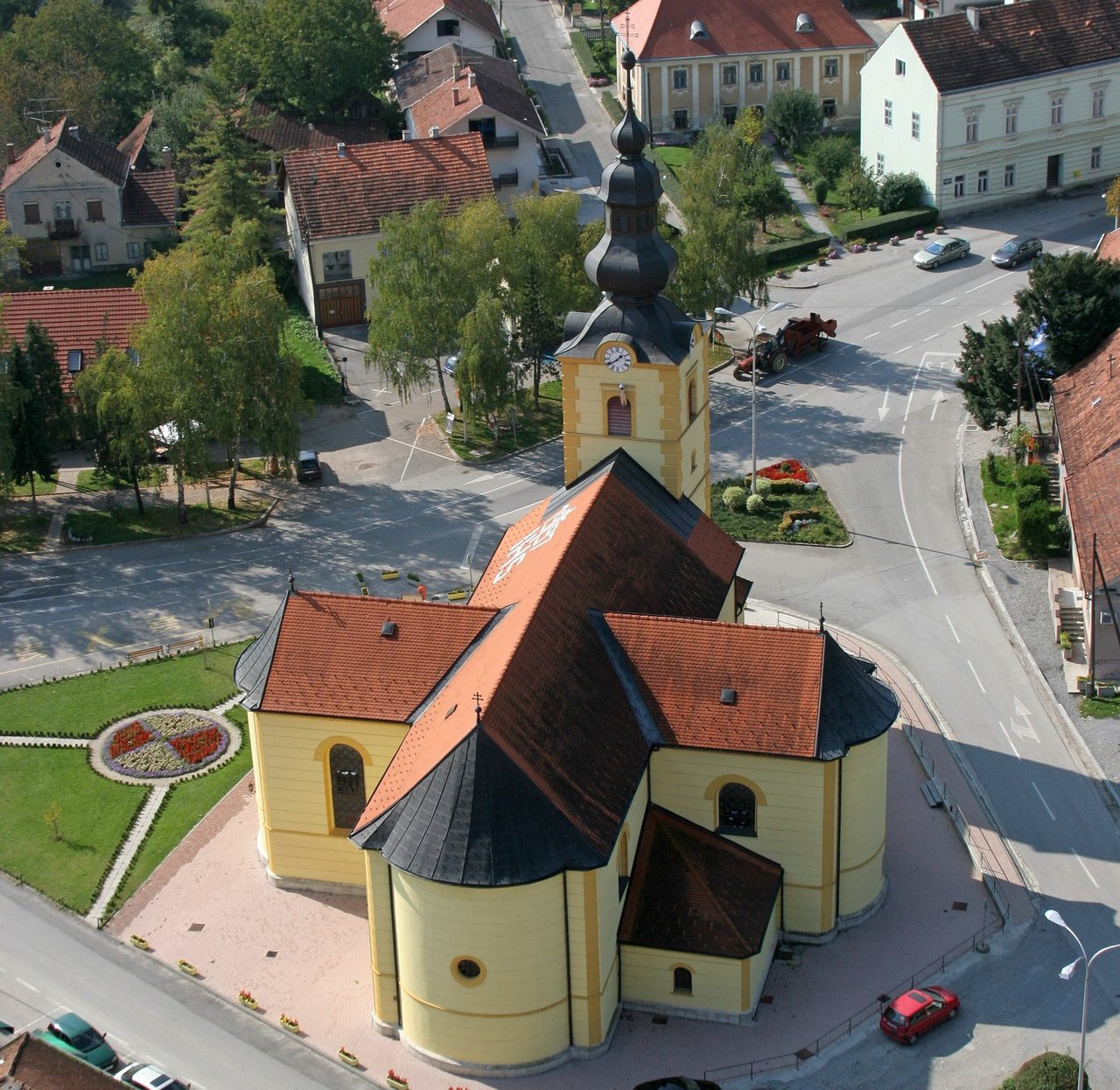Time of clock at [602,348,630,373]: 1:39
